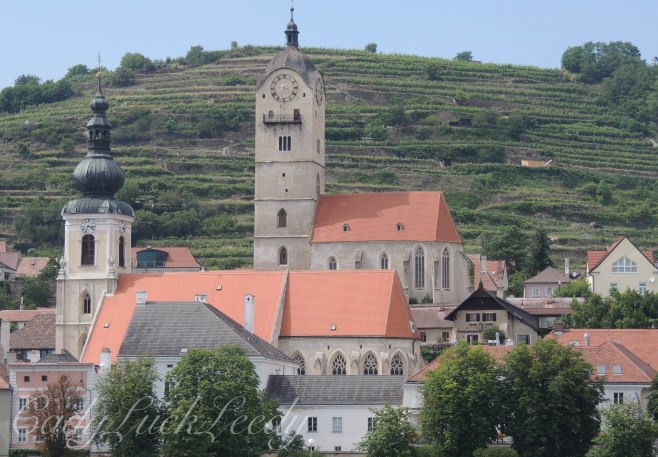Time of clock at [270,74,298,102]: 3:33
